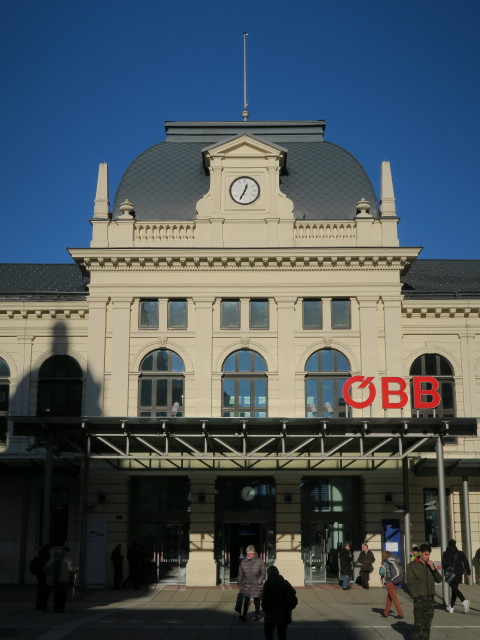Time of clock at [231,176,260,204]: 12:34
